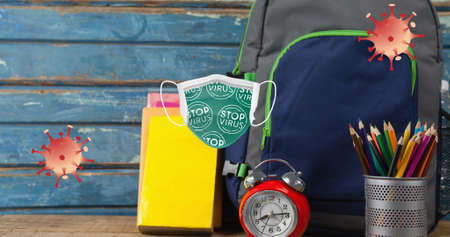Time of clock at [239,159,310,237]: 8:14
